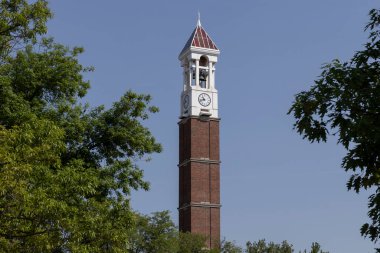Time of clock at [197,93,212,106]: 10:42
